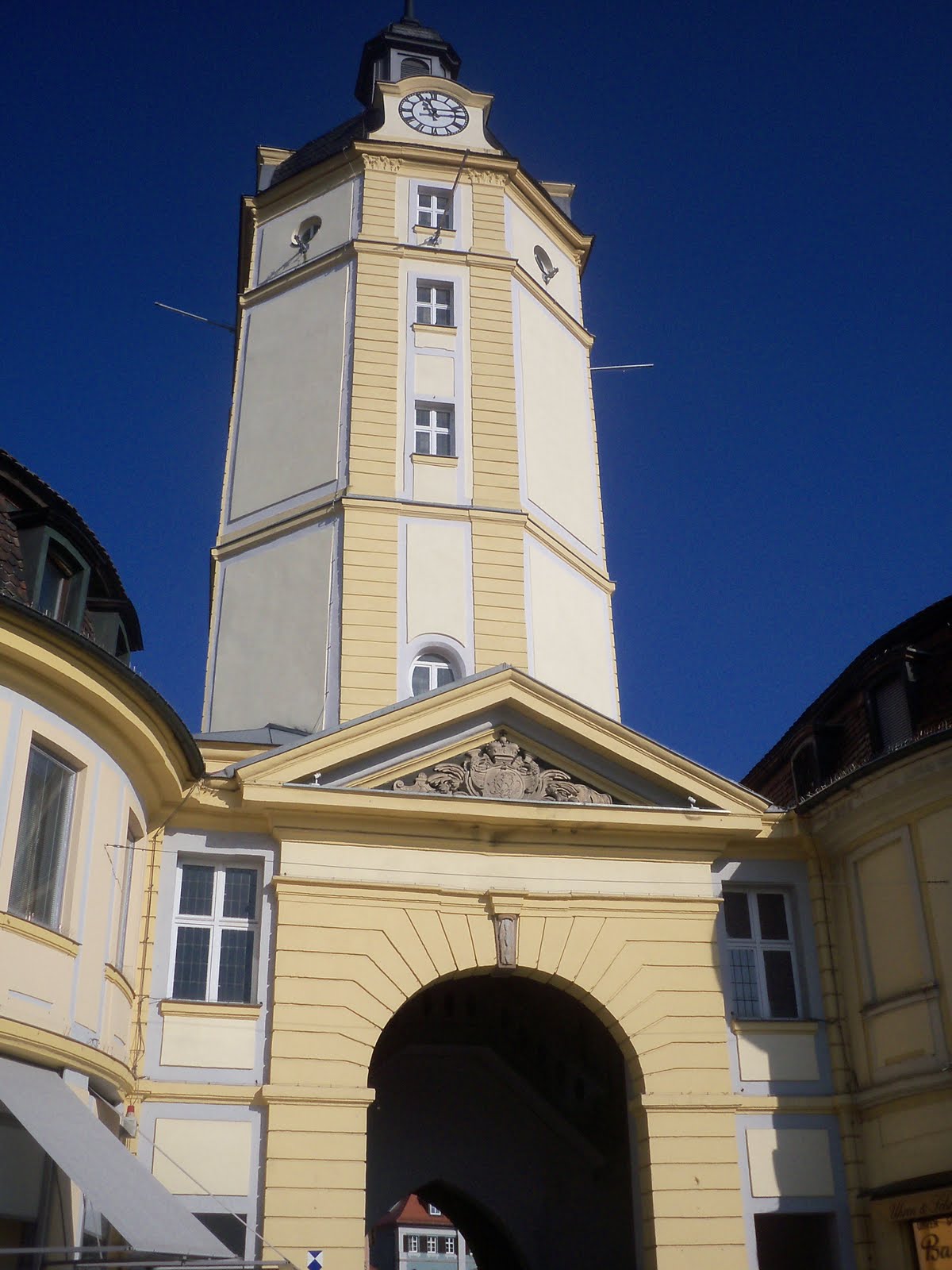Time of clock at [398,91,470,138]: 11:13
